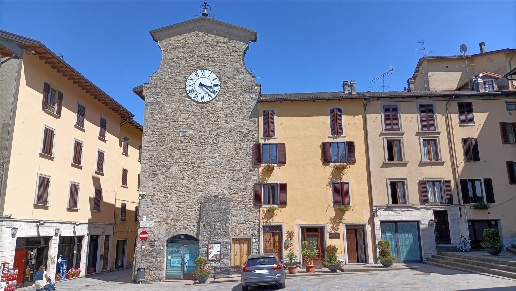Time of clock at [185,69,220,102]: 3:21
